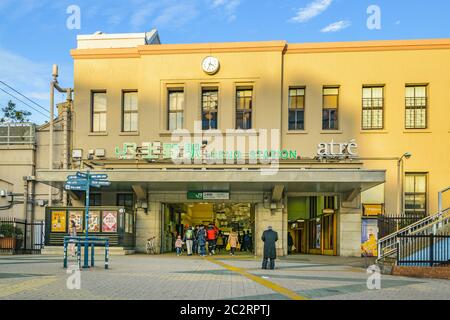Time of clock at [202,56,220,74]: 3:34
